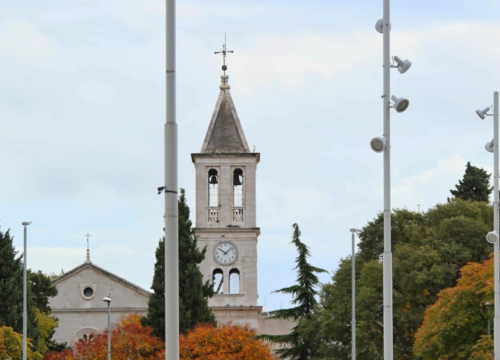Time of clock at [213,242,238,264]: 10:07
